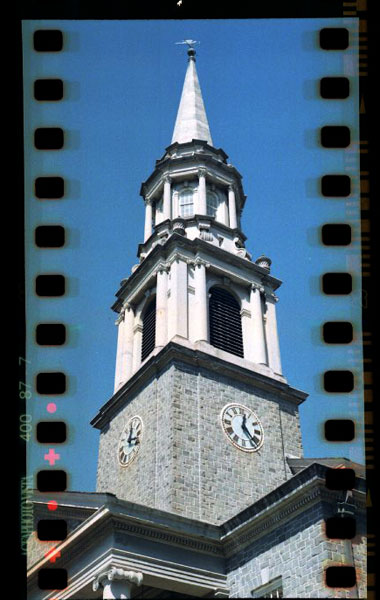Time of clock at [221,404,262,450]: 12:23
